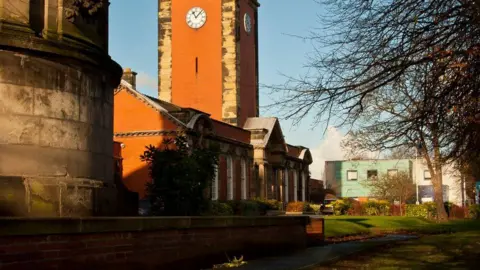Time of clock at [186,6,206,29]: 11:07
